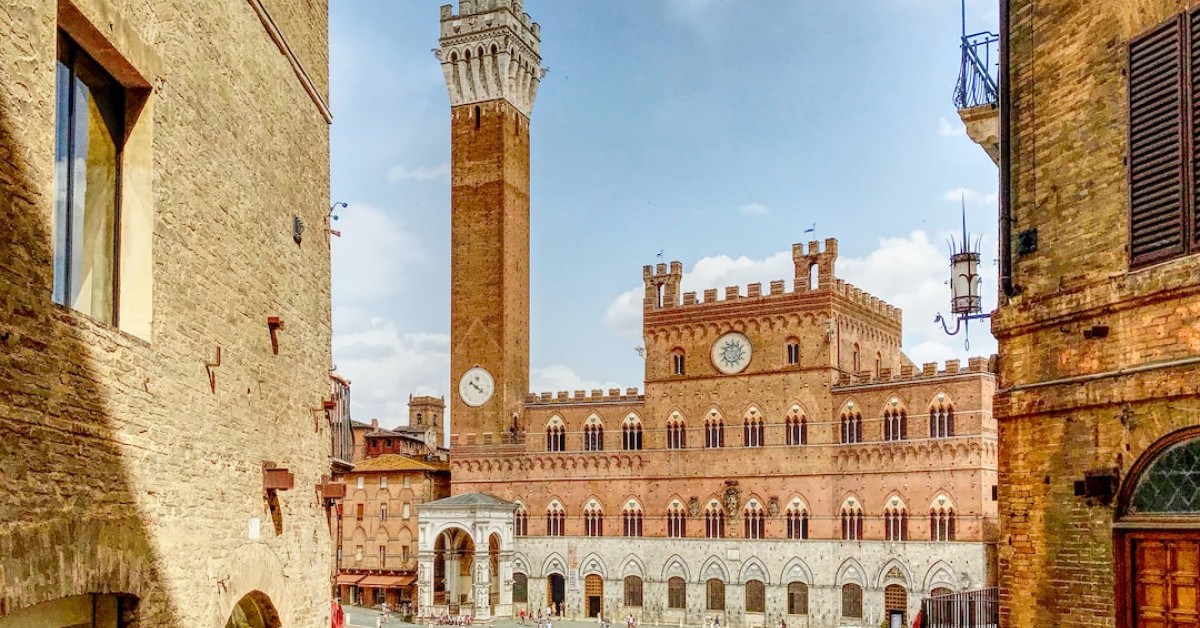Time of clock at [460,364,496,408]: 10:20
